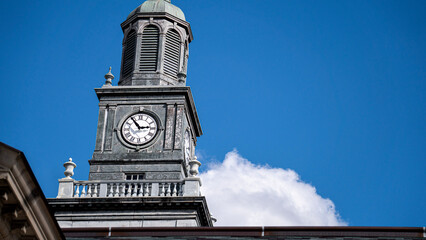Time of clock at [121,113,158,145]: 2:54
